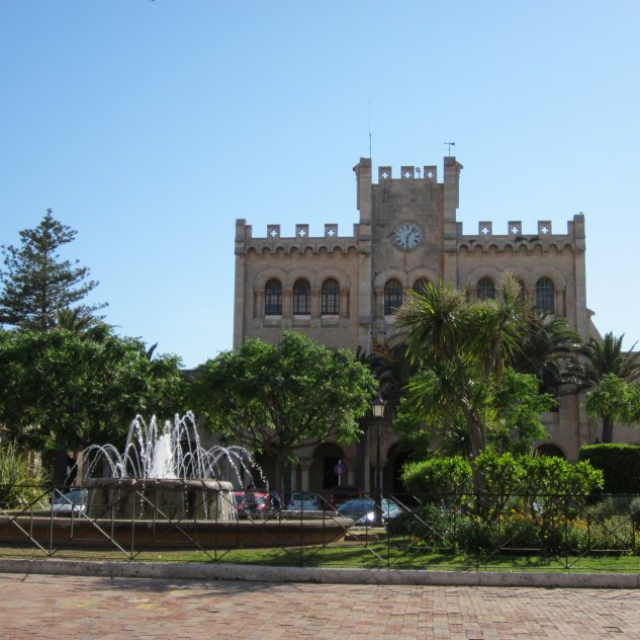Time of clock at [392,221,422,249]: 6:06
